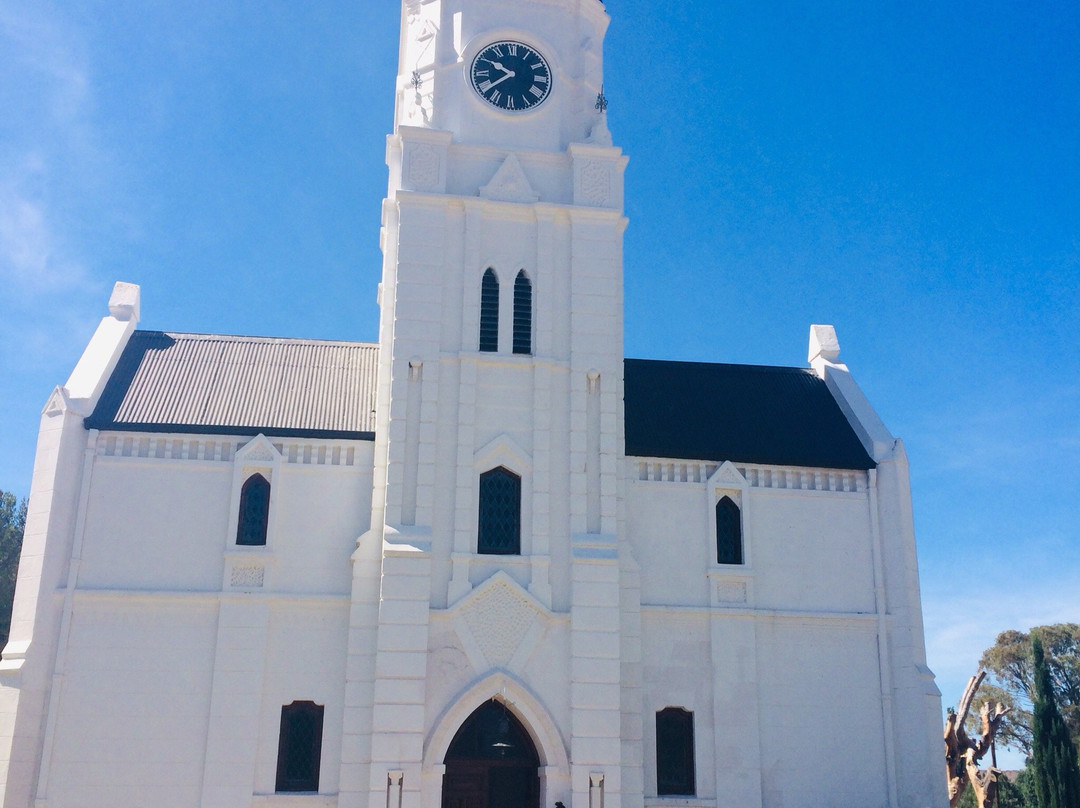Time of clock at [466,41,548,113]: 9:38
